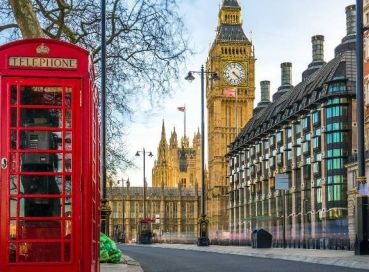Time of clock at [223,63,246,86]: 4:22
